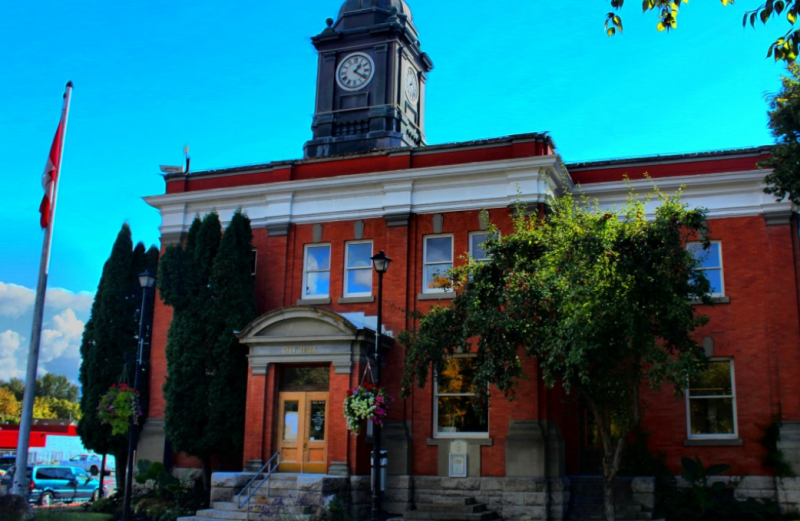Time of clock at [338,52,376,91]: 1:21
